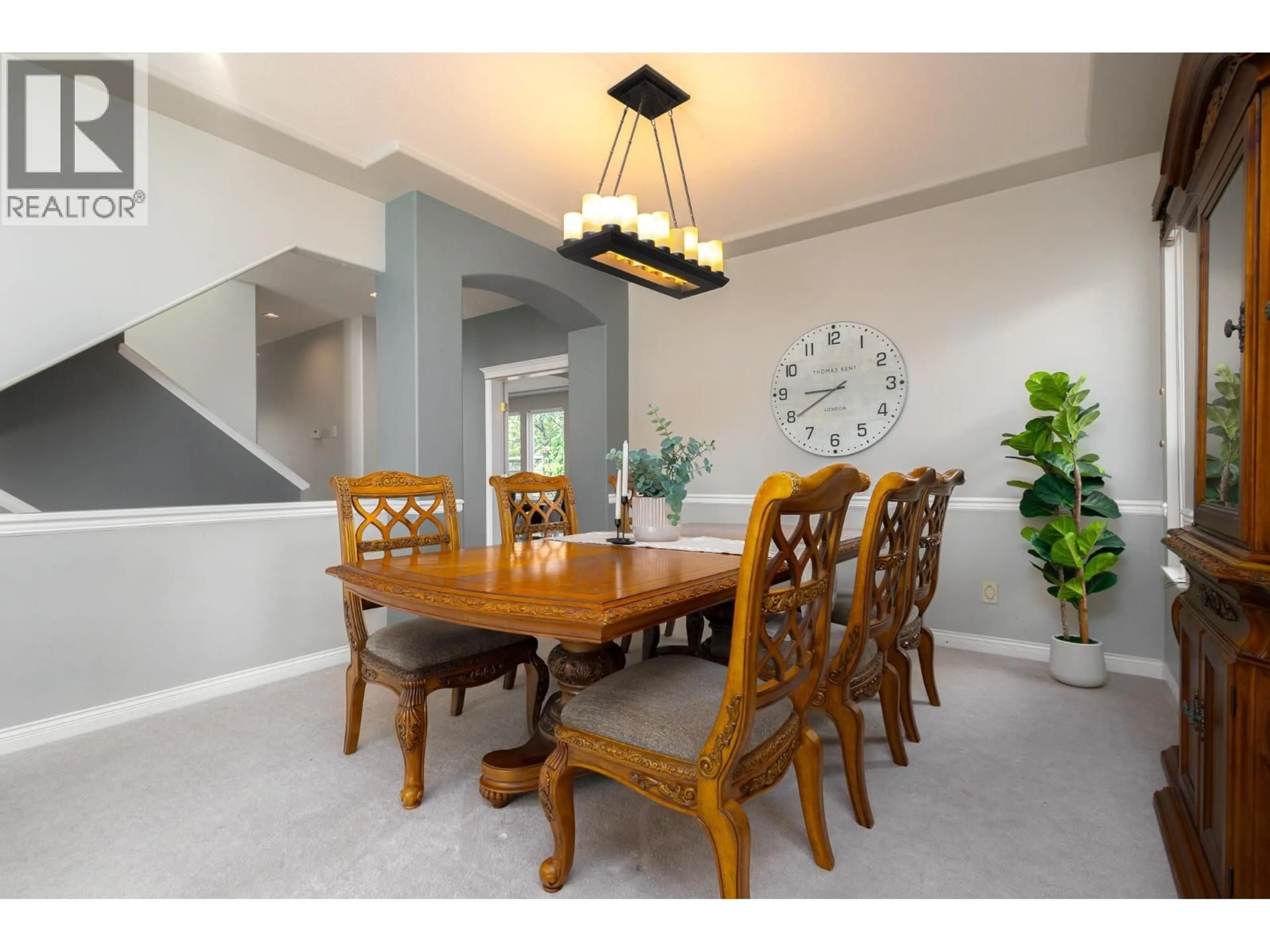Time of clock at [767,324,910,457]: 8:39
